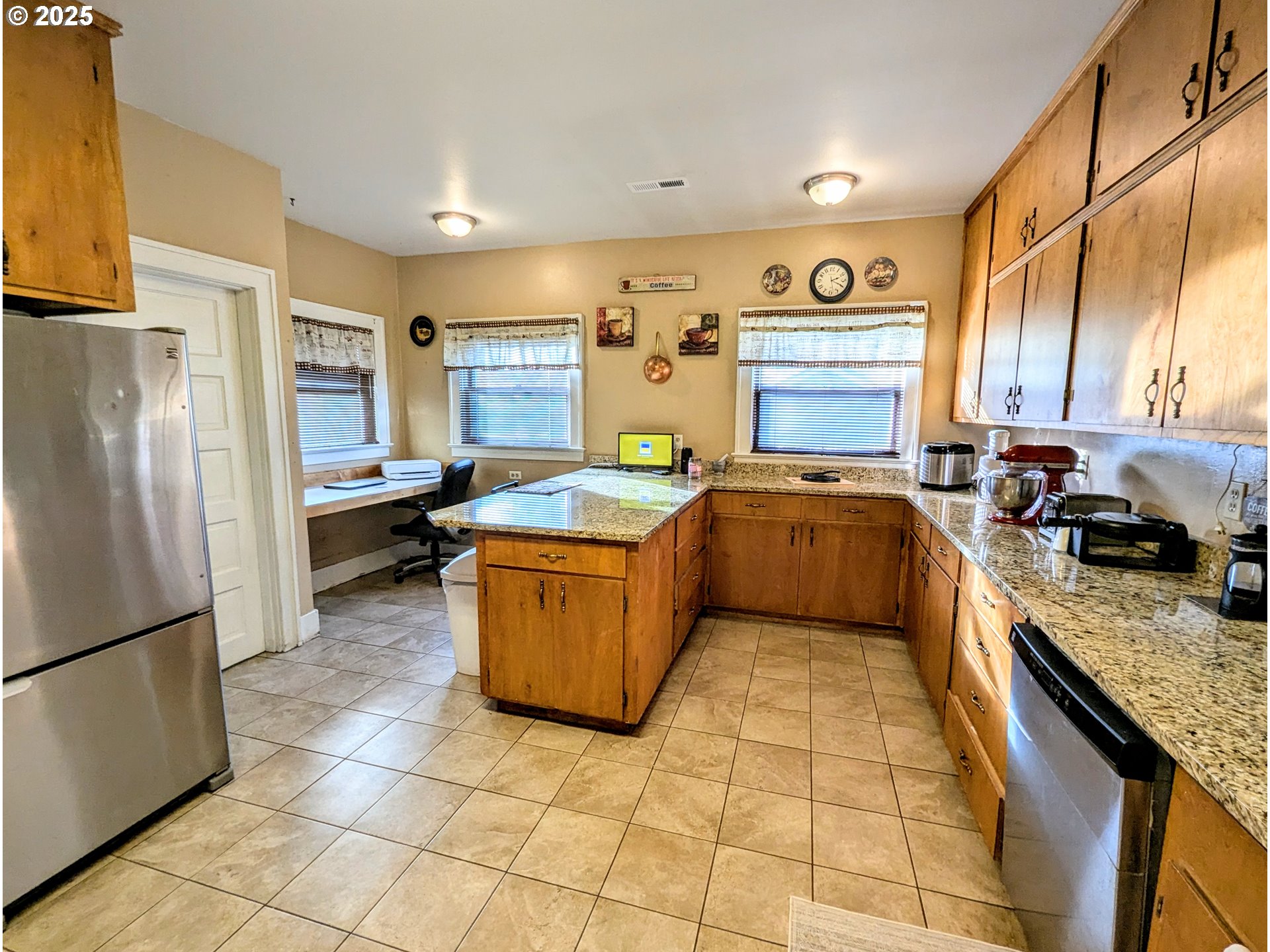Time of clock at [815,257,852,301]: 2:19
